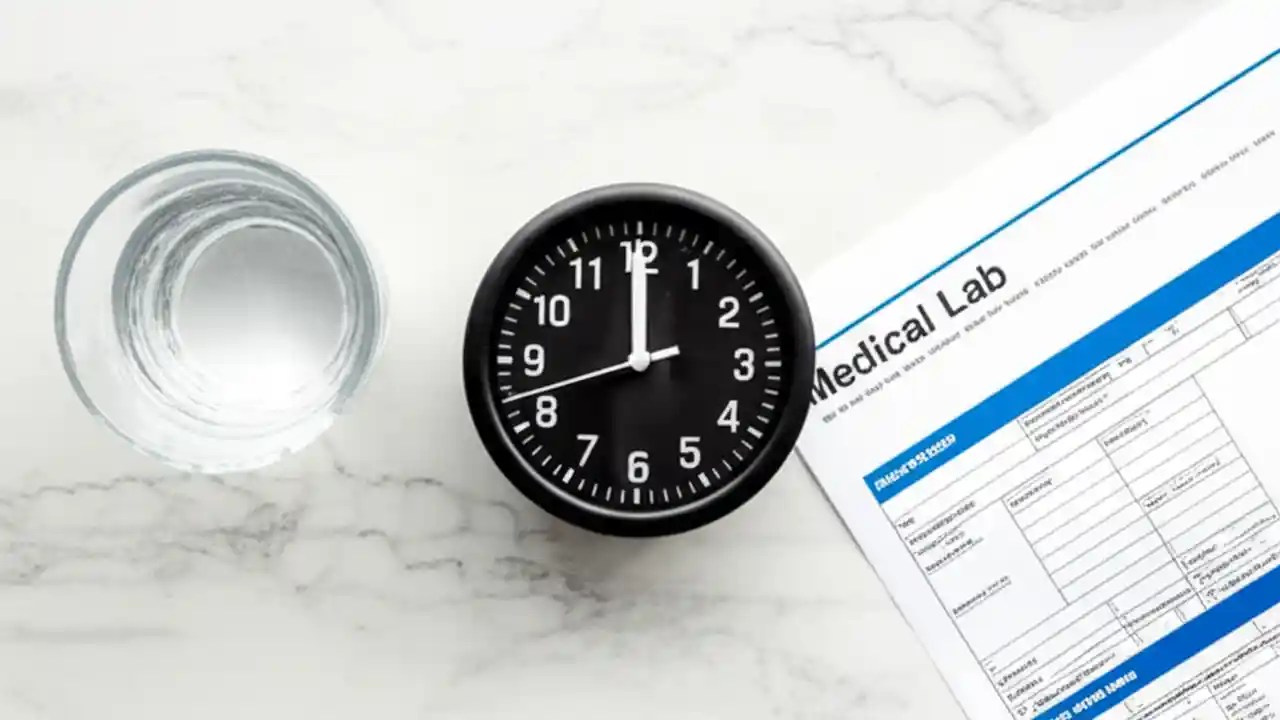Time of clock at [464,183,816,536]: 11:59
